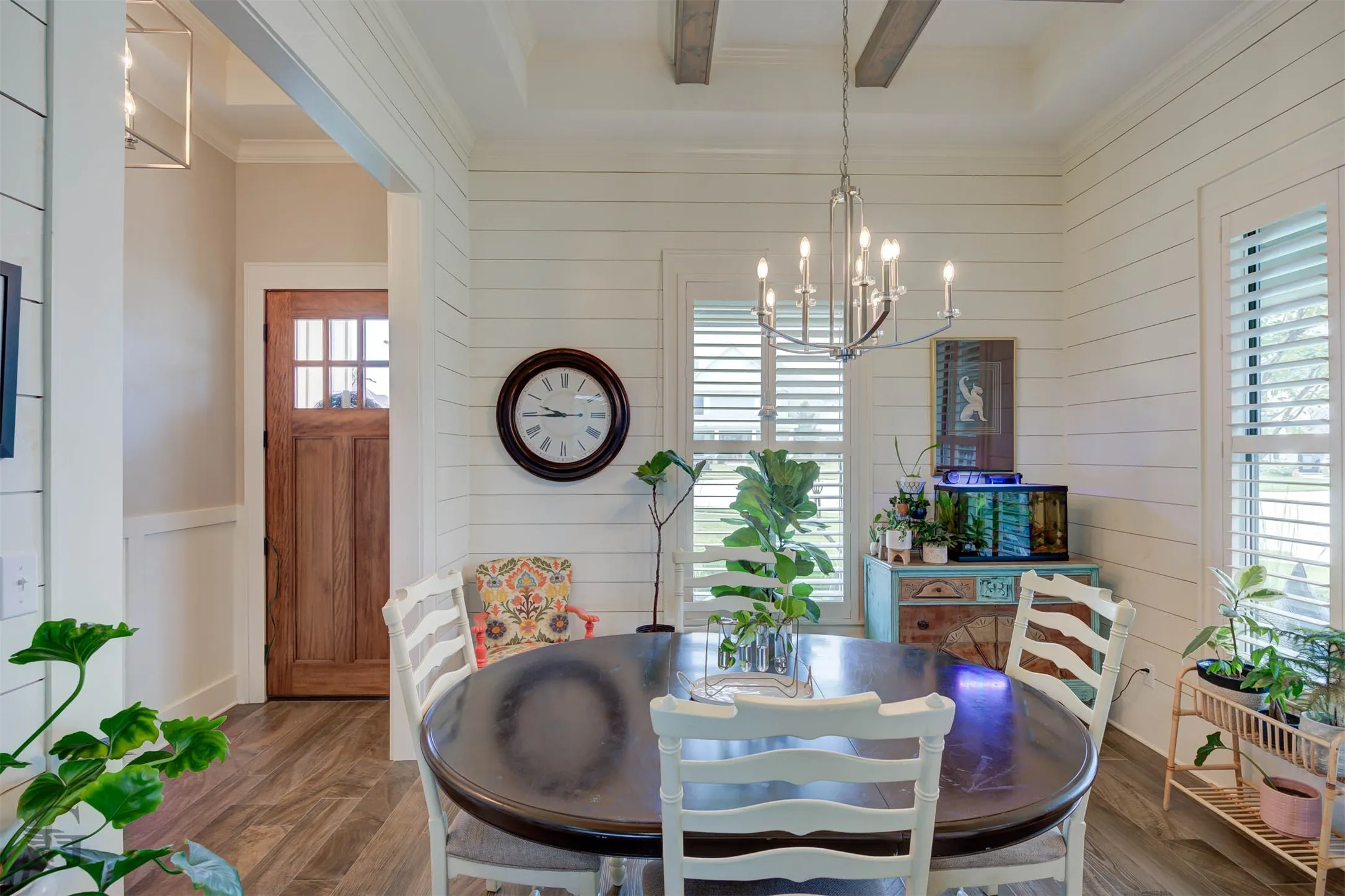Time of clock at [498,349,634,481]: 9:44
